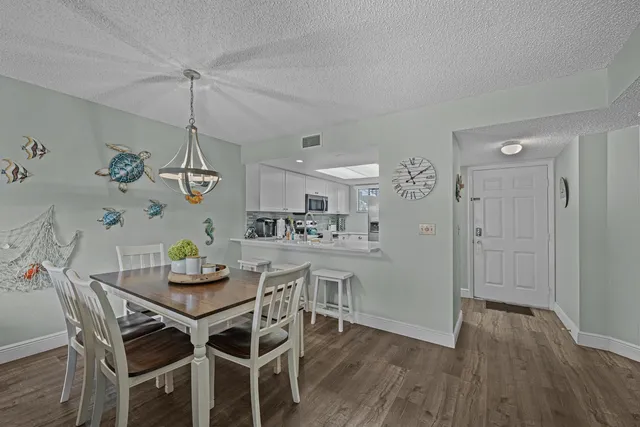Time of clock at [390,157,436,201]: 11:09
